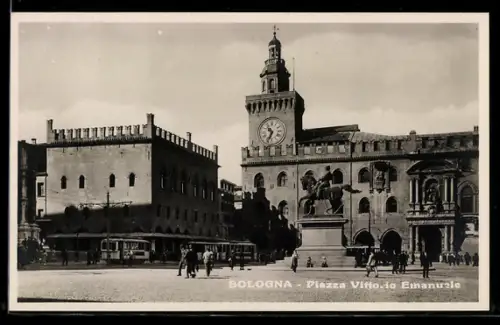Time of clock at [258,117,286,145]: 10:34
